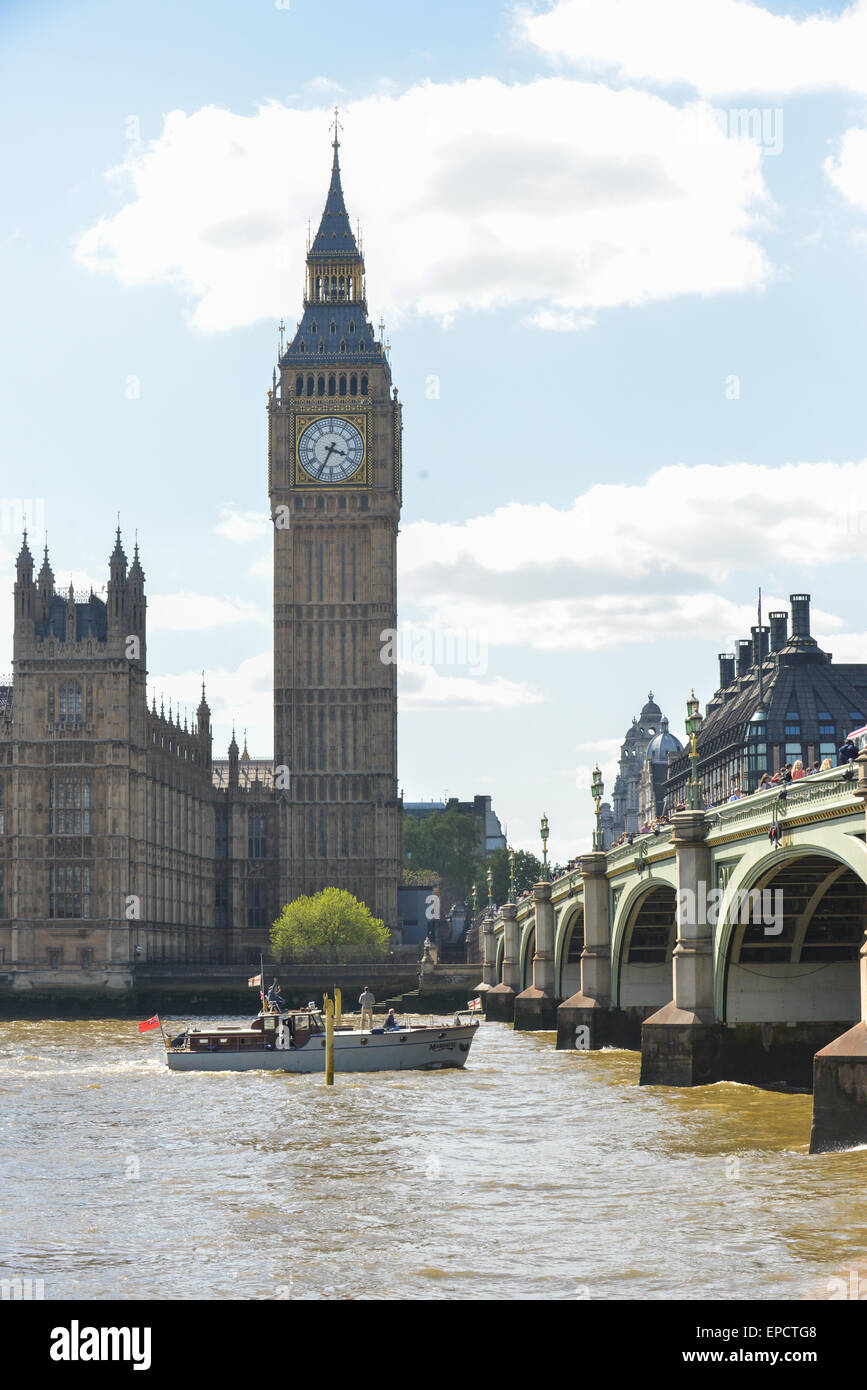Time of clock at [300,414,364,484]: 3:34
